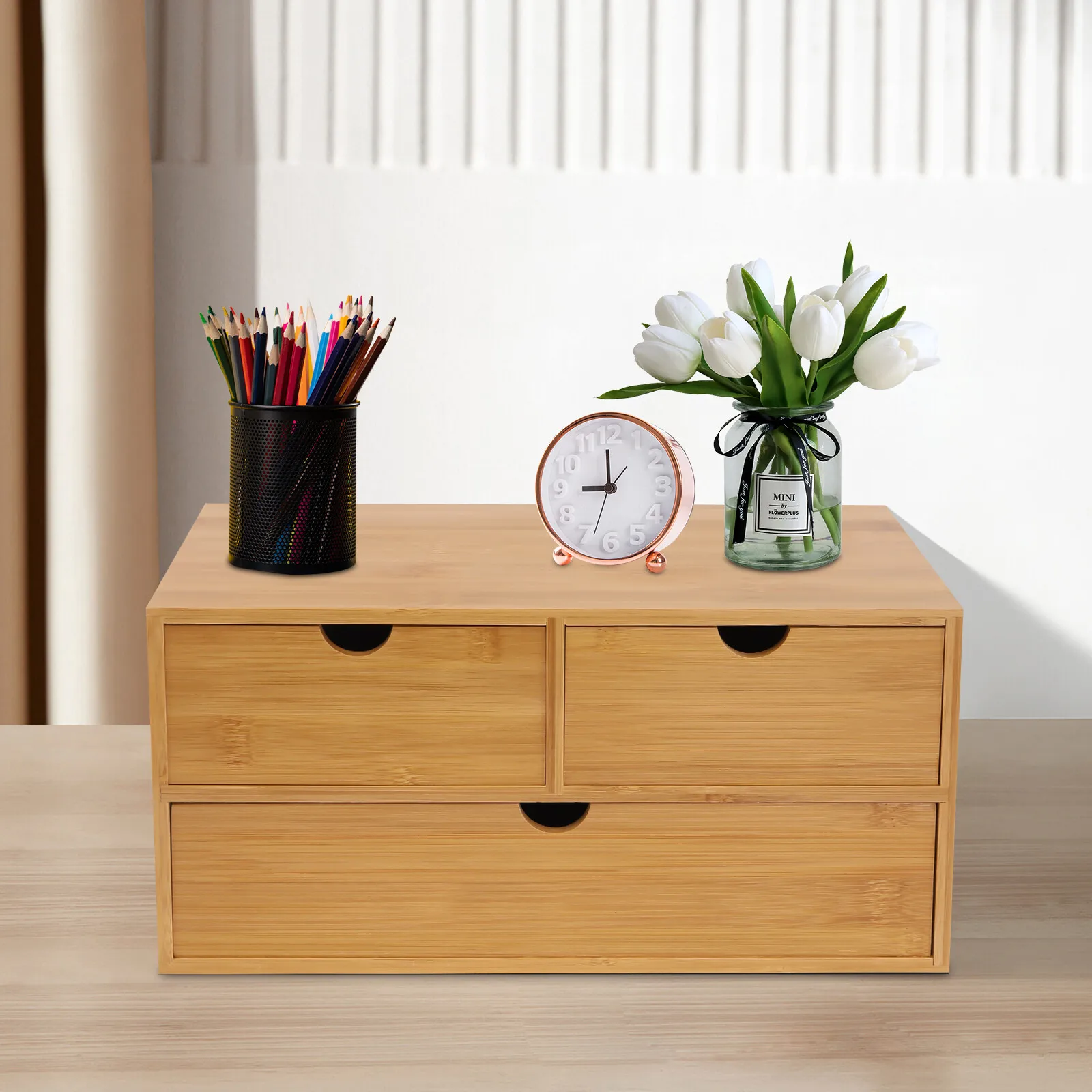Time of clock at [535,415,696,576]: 8:59
